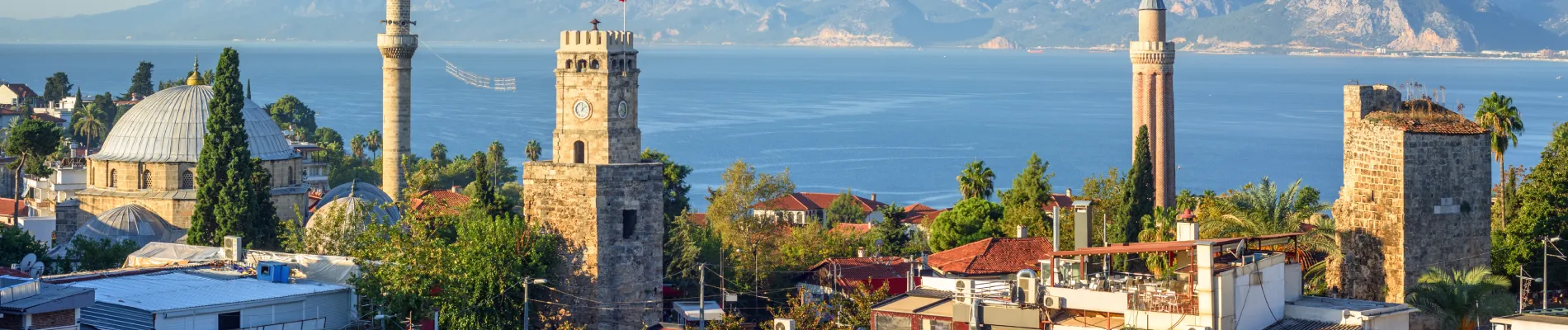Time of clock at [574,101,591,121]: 12:07
